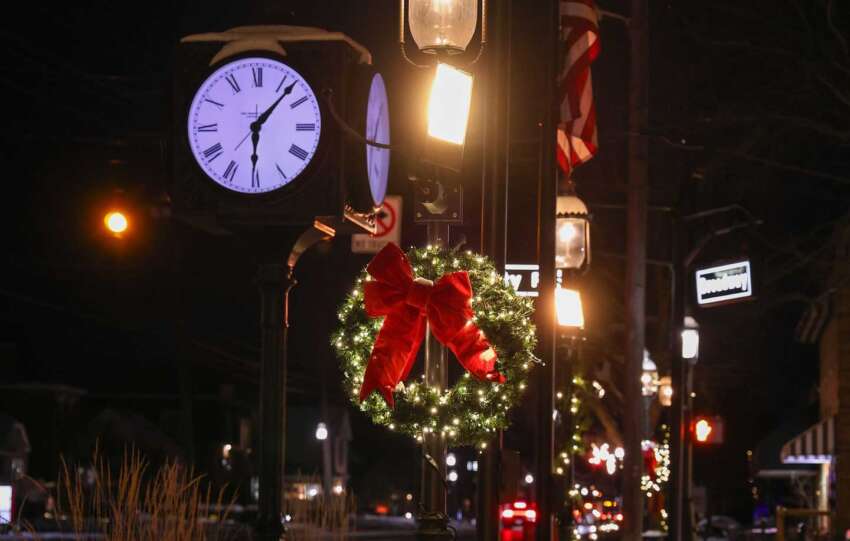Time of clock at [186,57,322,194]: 6:06
